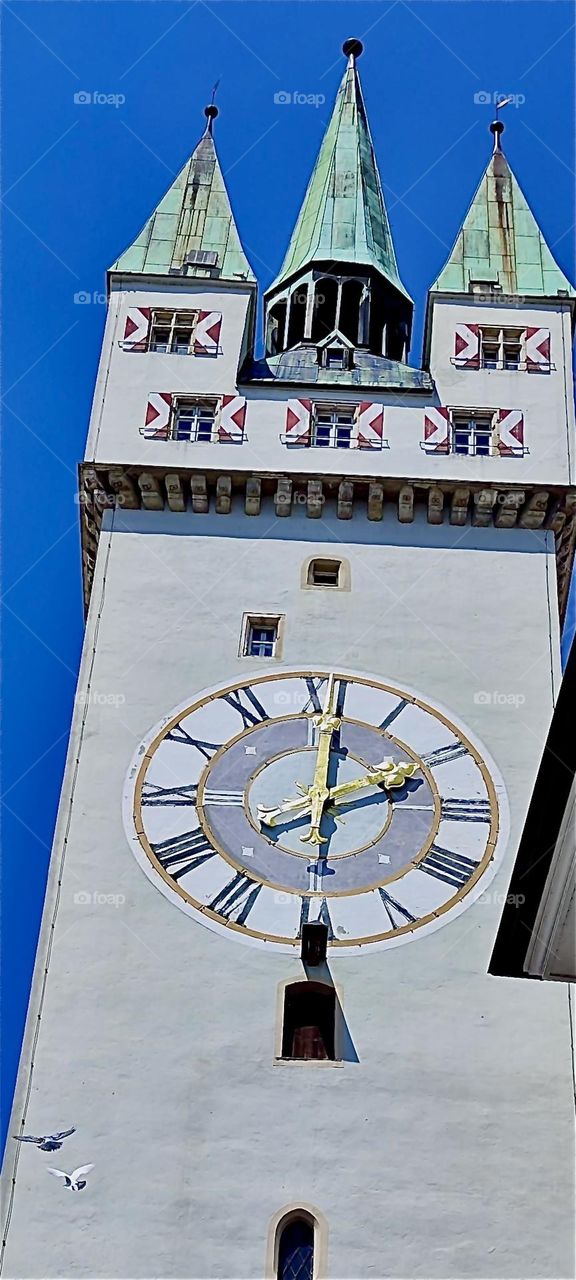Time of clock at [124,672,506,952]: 2:01
